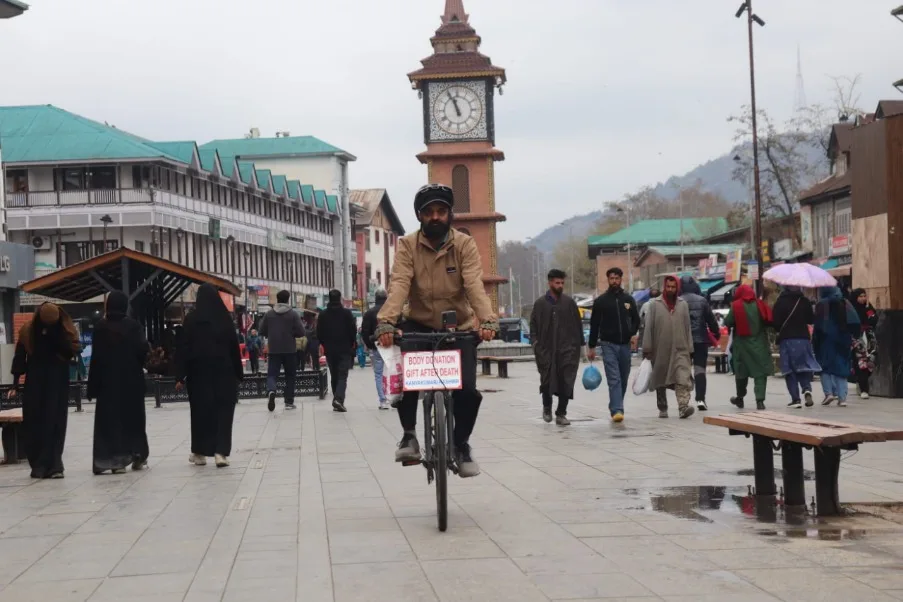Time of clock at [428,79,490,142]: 11:56
